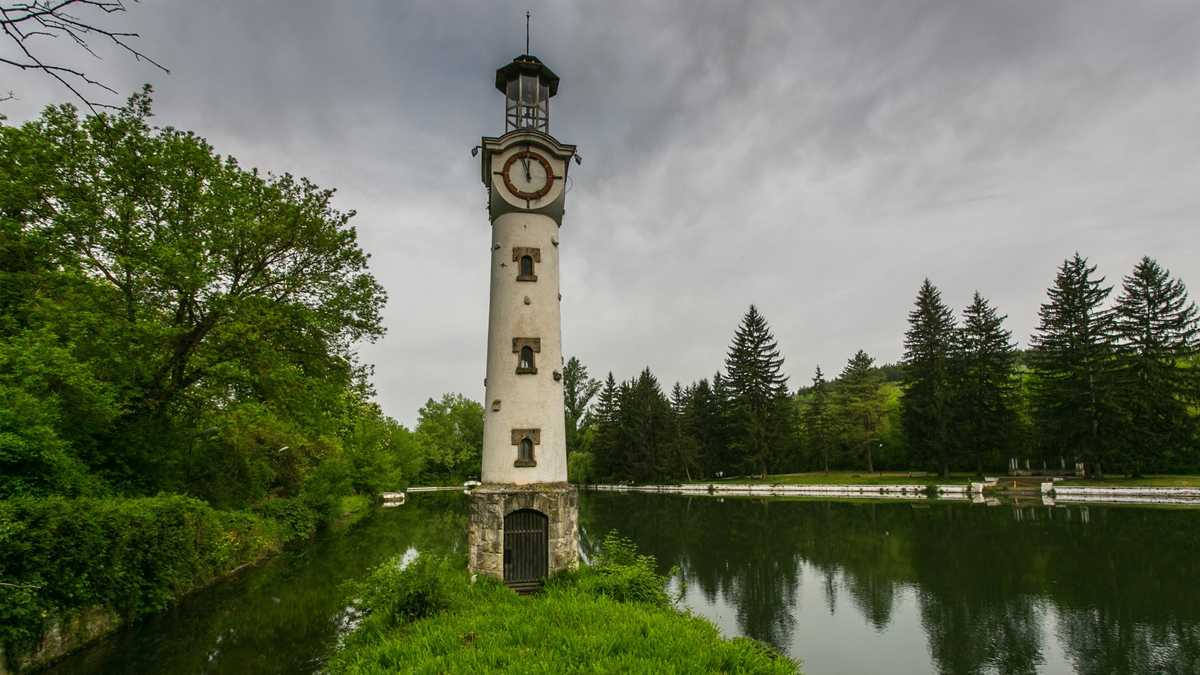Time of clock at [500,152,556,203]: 11:56
